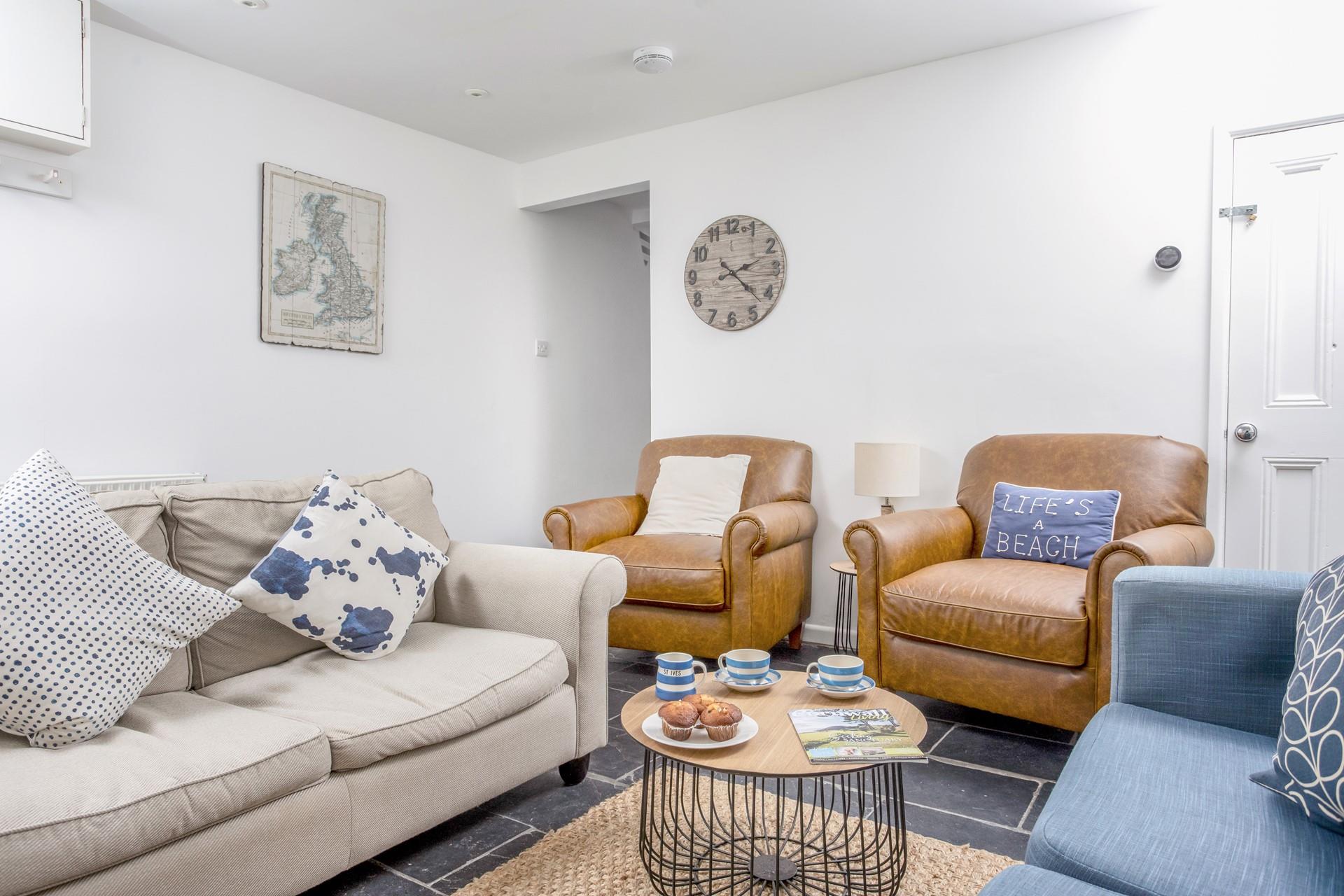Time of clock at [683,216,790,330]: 2:21
